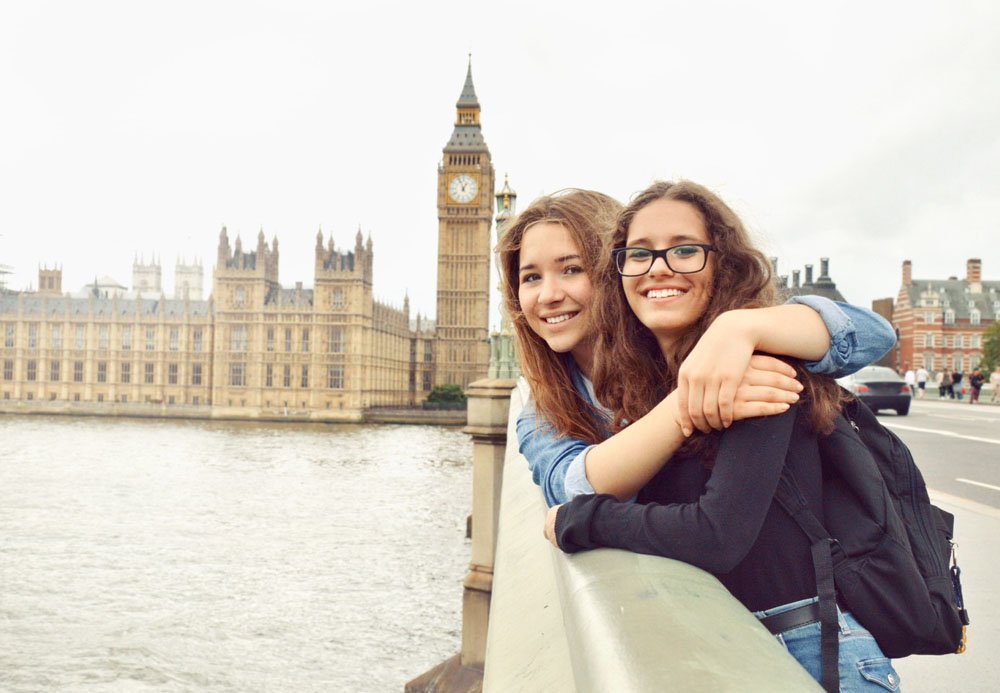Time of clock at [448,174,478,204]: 12:56
